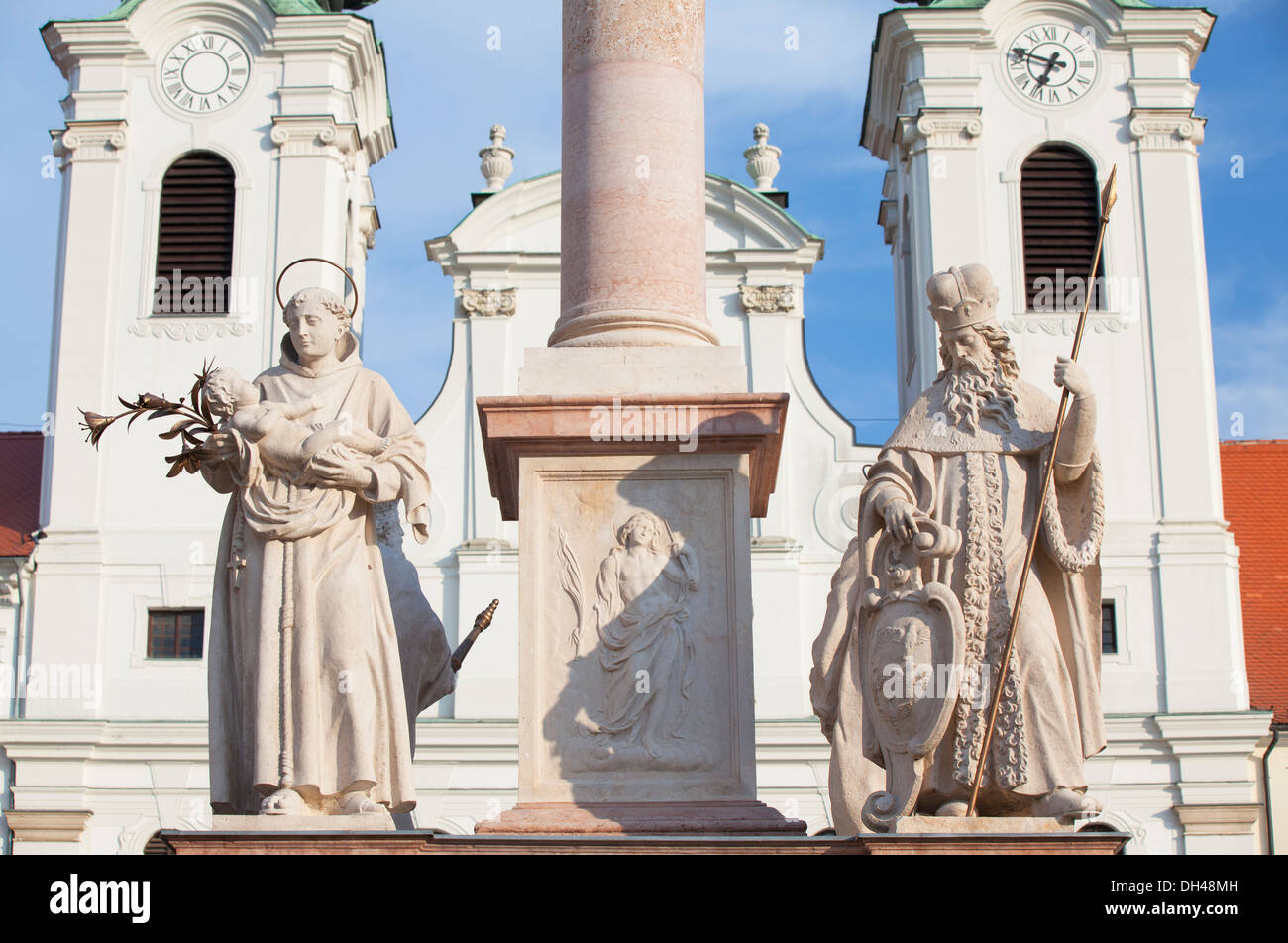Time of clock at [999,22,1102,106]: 6:48
